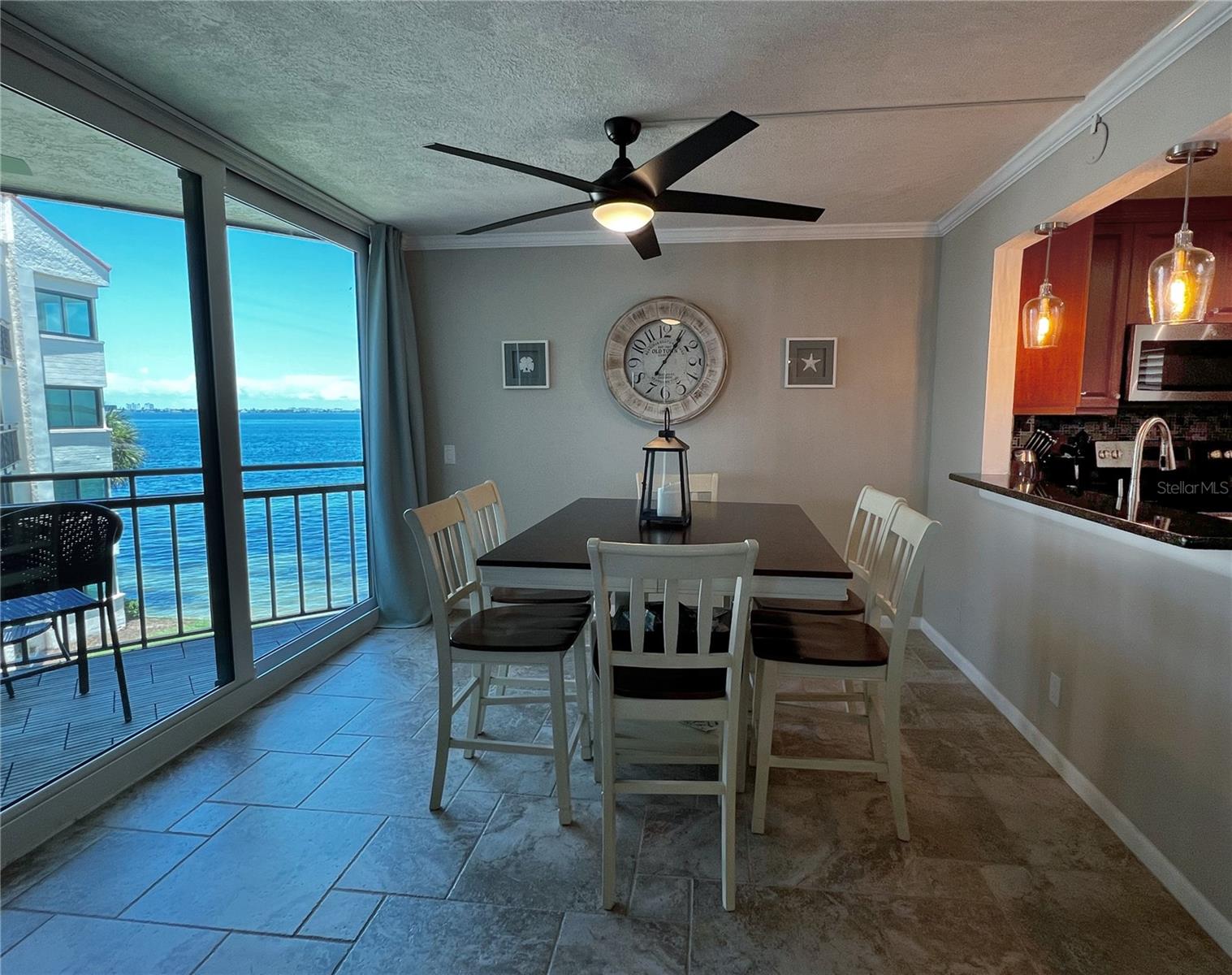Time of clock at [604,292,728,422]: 1:05
